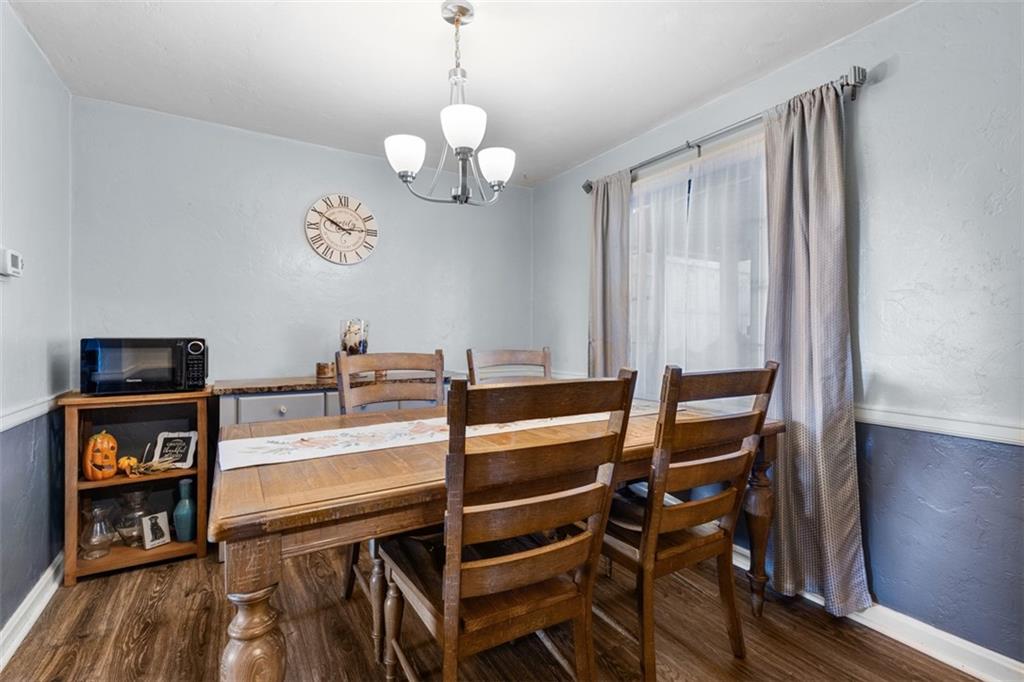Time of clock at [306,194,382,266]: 2:50
